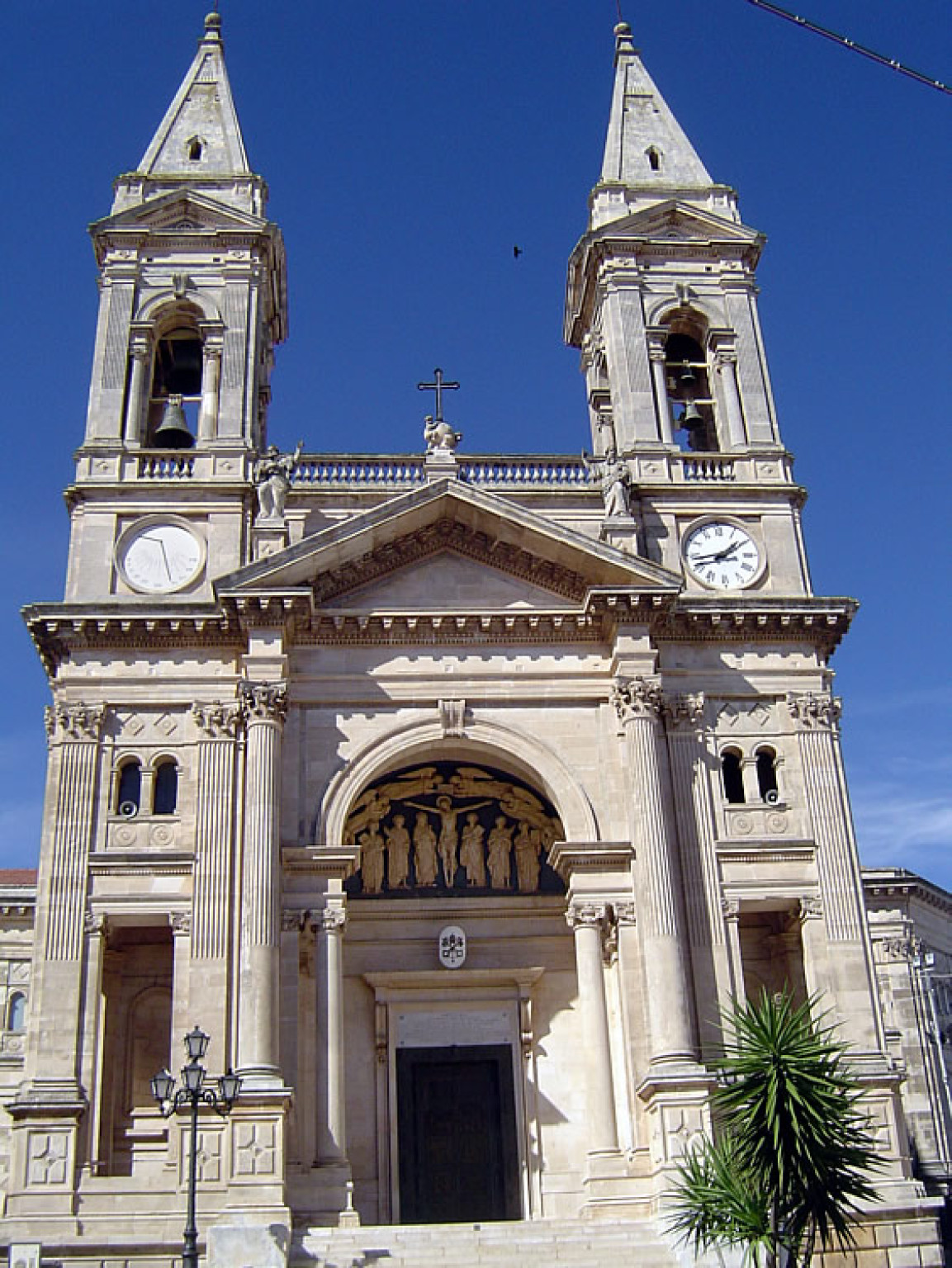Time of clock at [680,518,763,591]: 1:43
